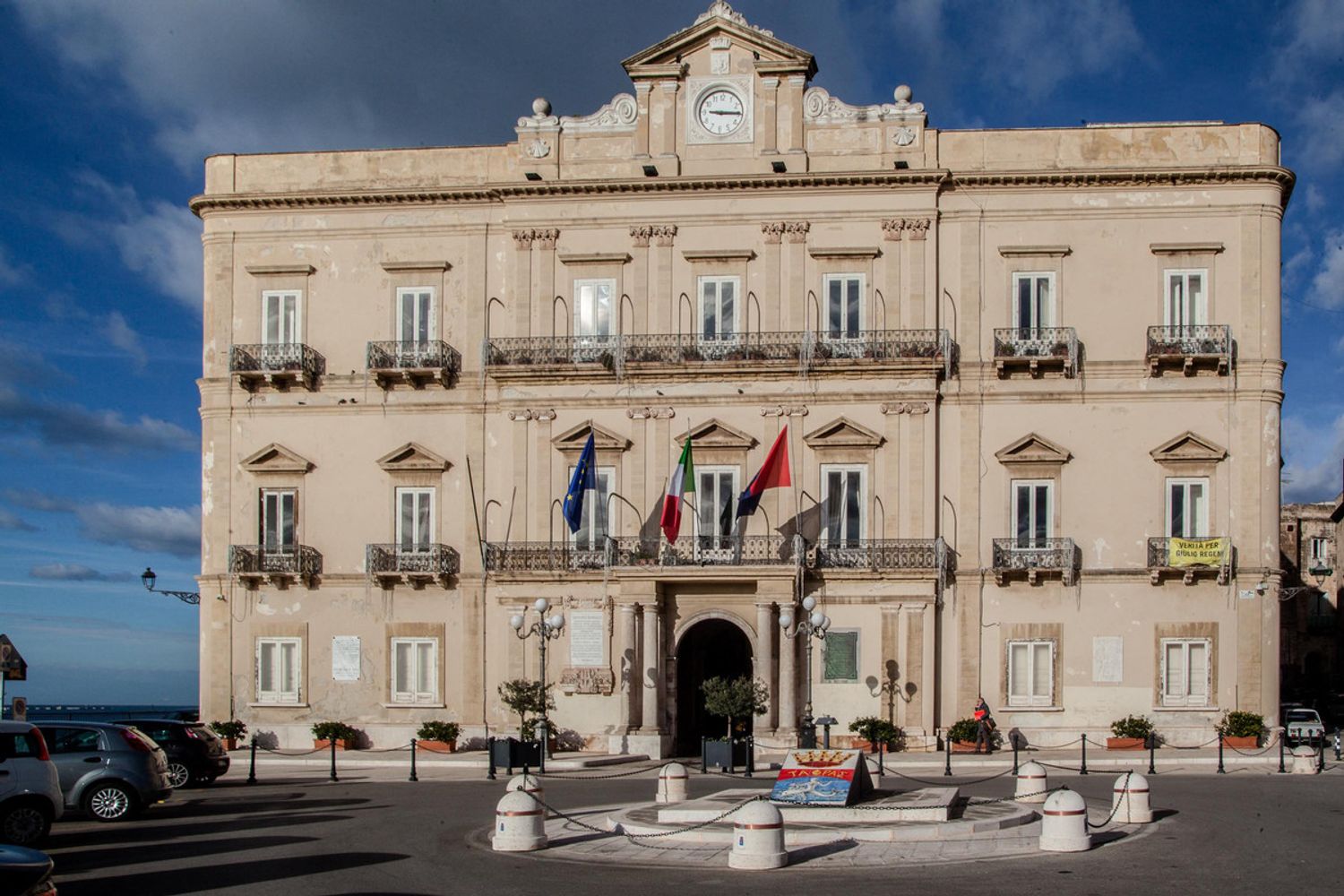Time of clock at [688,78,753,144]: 9:14
